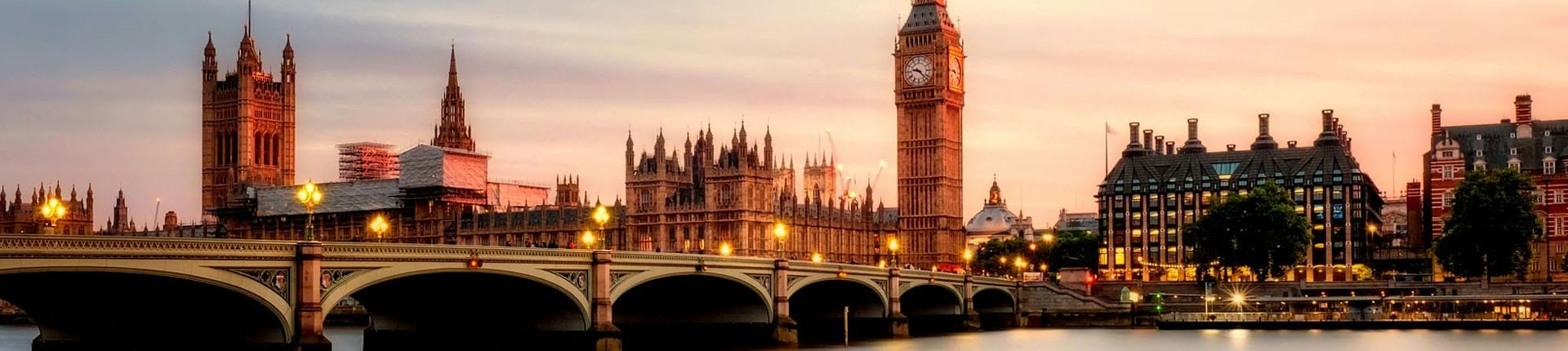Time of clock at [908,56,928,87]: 9:22
